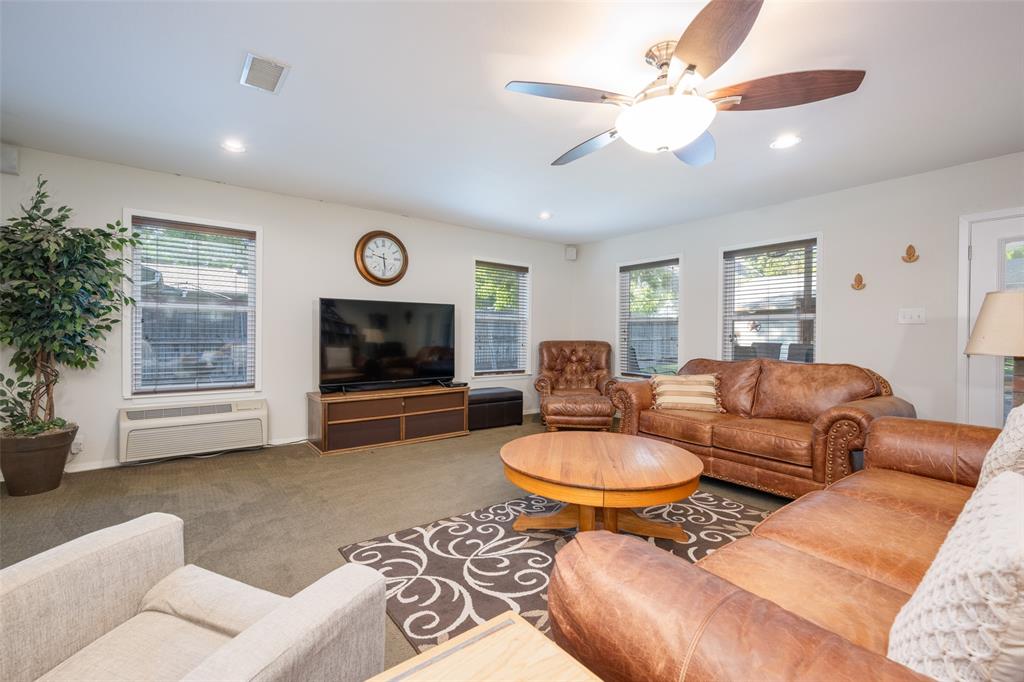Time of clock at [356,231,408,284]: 9:28
